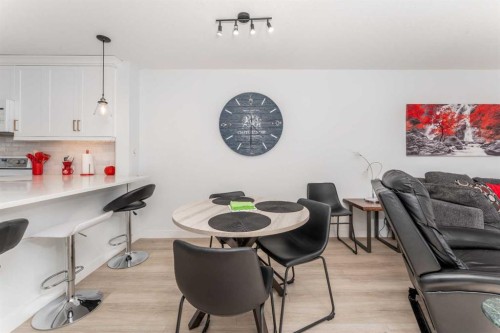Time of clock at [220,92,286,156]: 4:30
